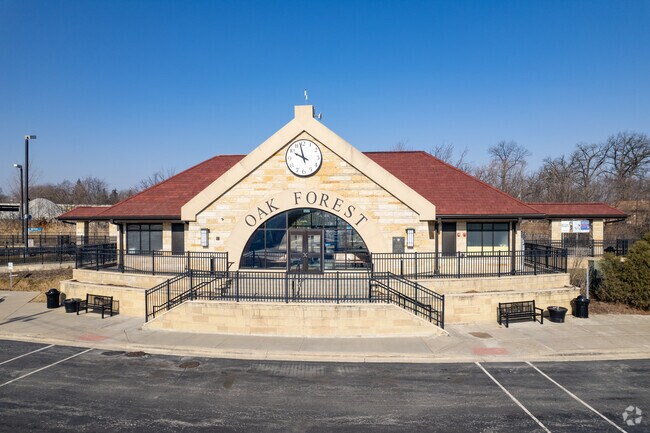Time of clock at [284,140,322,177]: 9:57
